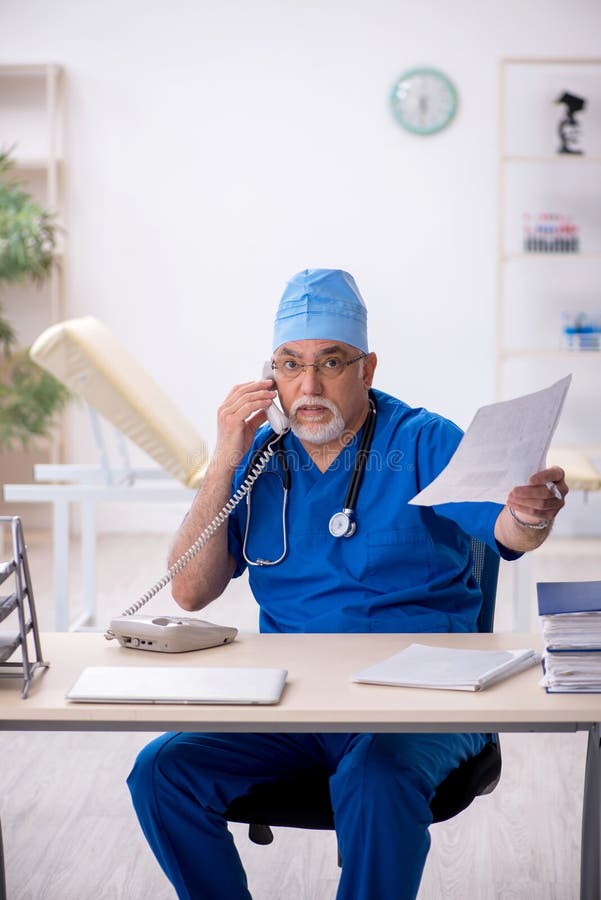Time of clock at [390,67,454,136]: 5:31
